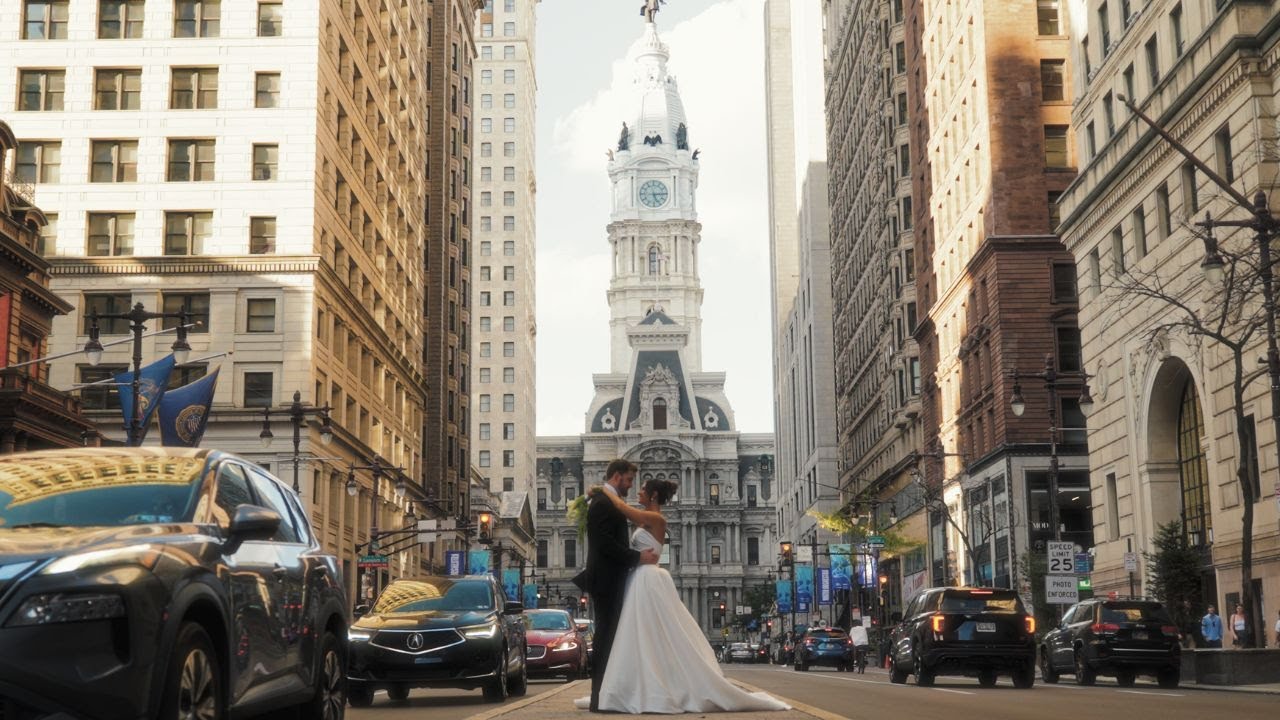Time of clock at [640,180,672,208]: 5:14
